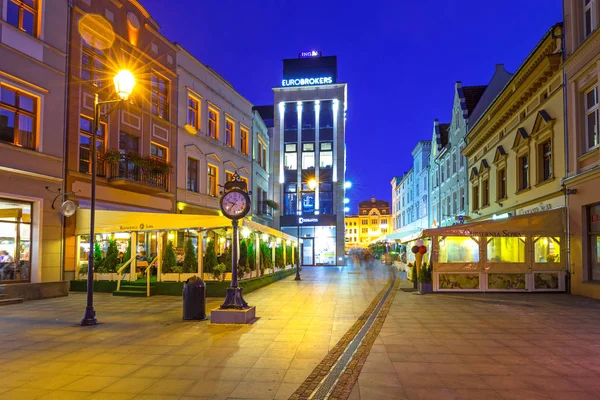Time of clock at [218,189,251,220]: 9:36
